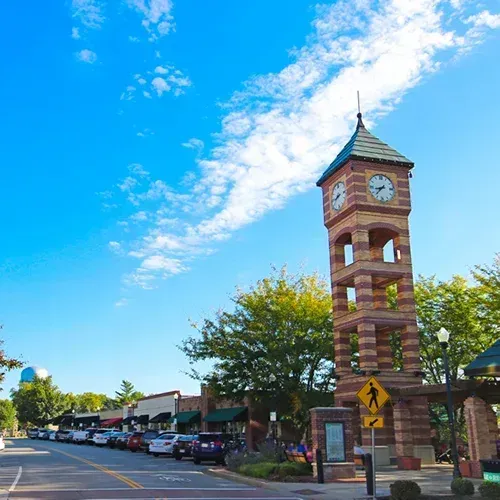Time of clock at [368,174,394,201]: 8:37
